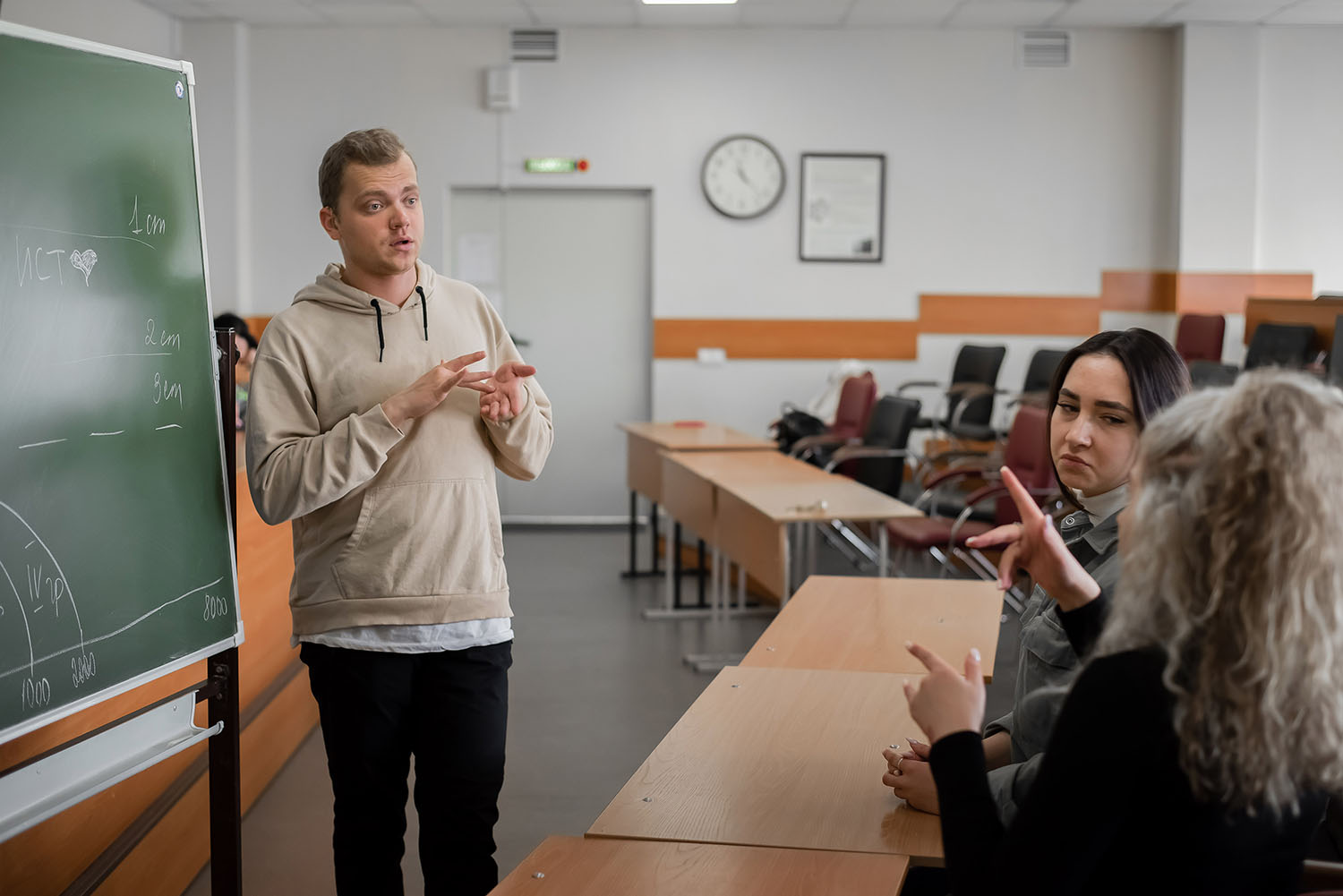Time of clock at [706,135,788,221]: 11:22
